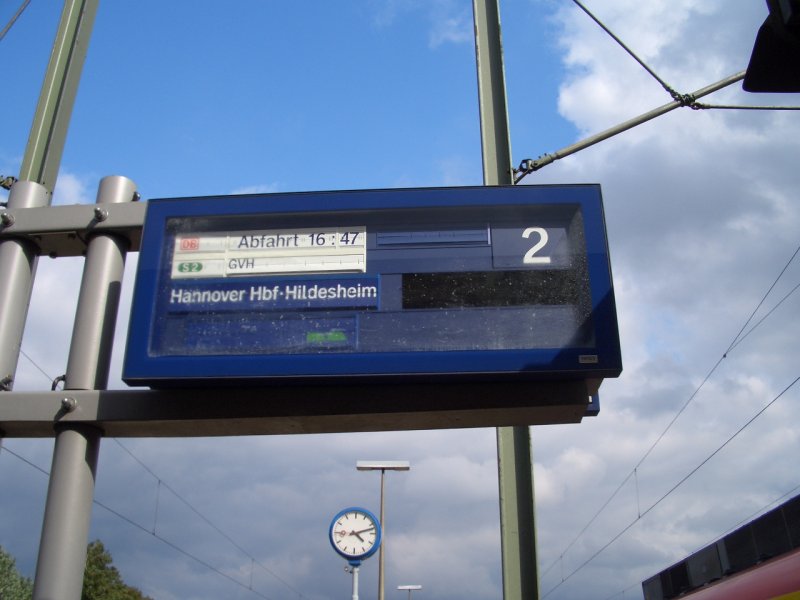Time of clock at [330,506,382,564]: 4:12
